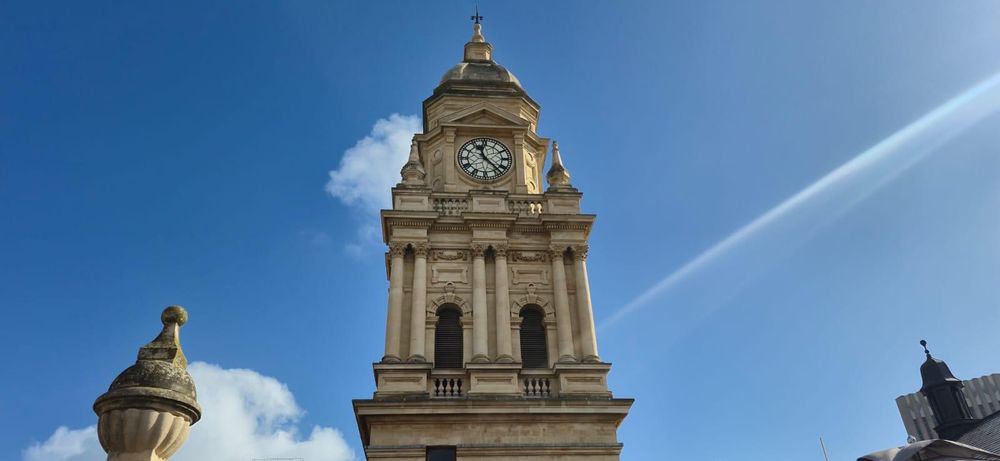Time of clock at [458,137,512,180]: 11:22
